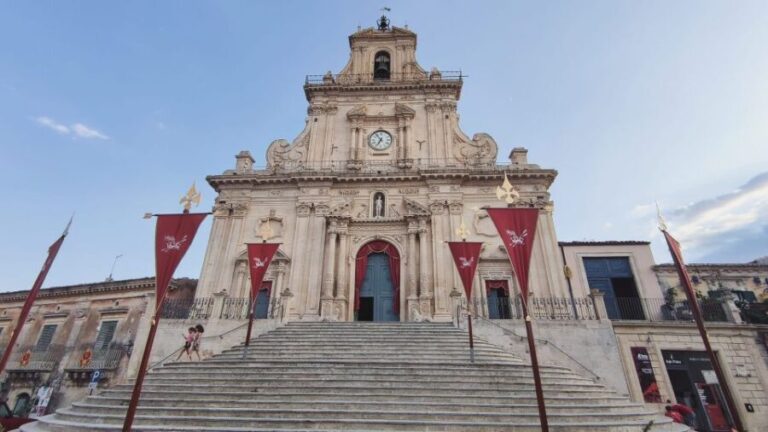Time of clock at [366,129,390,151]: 6:54
